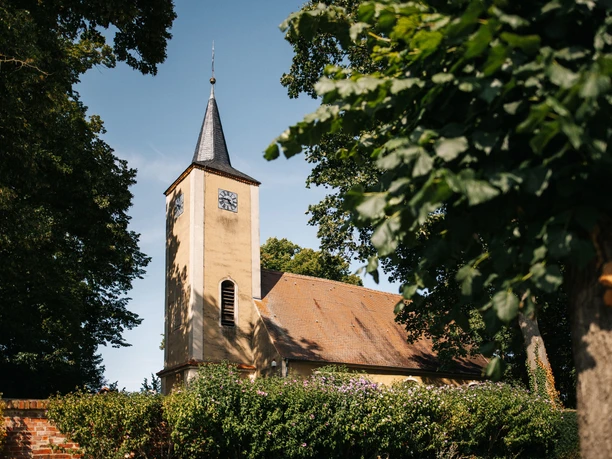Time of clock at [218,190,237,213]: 4:45
